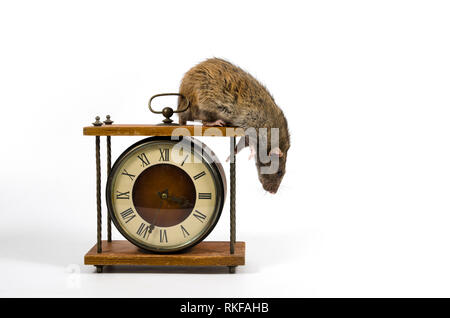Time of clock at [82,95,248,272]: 3:33
